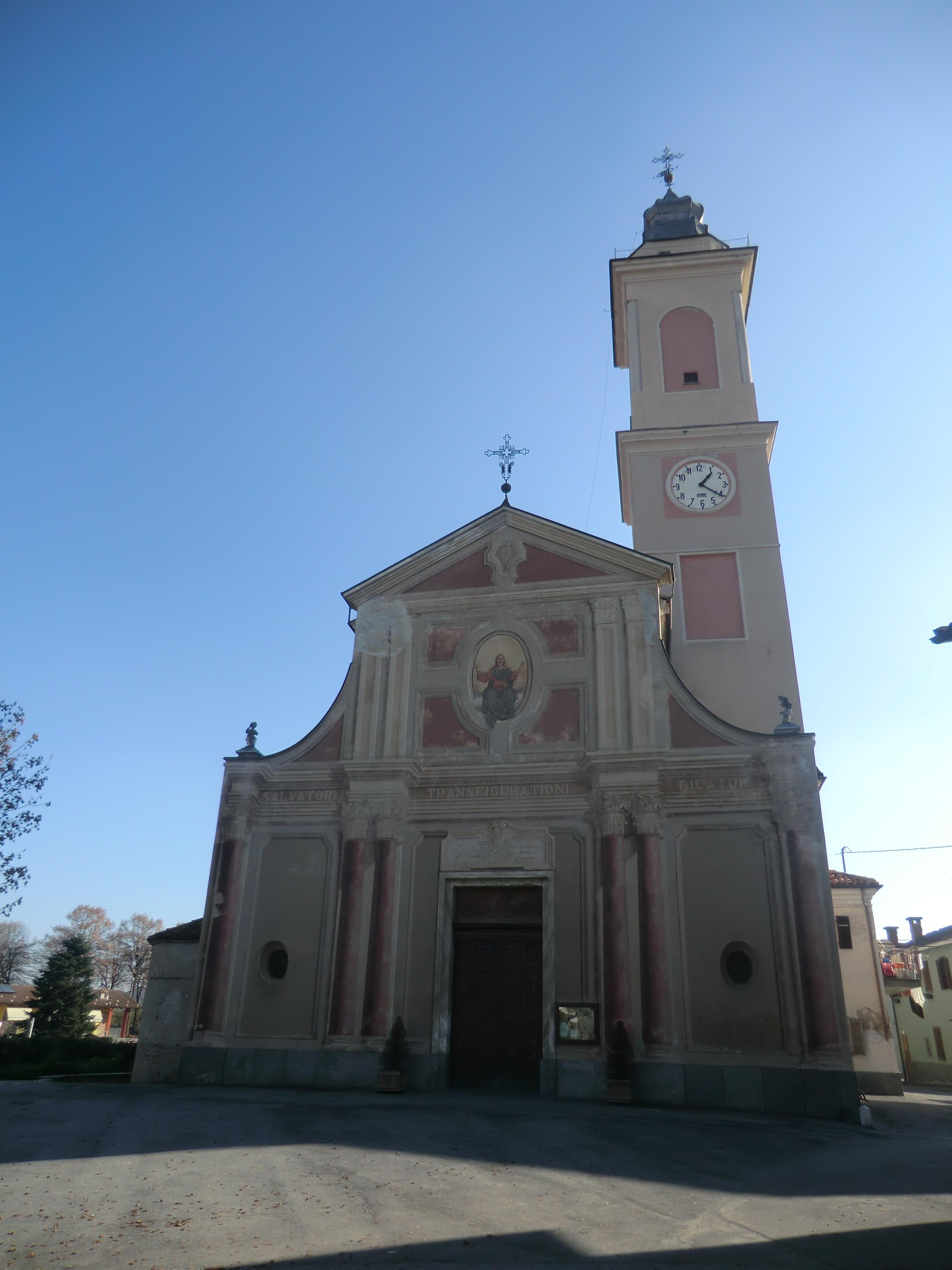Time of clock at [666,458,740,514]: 1:20
